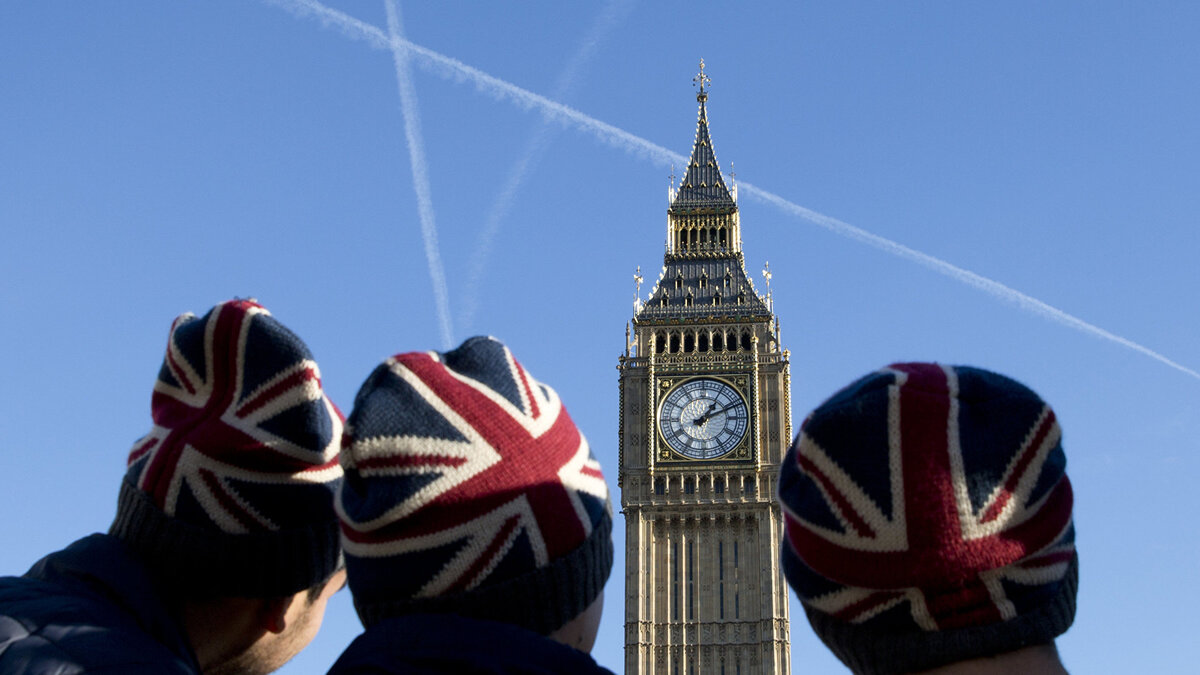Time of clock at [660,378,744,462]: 1:11
